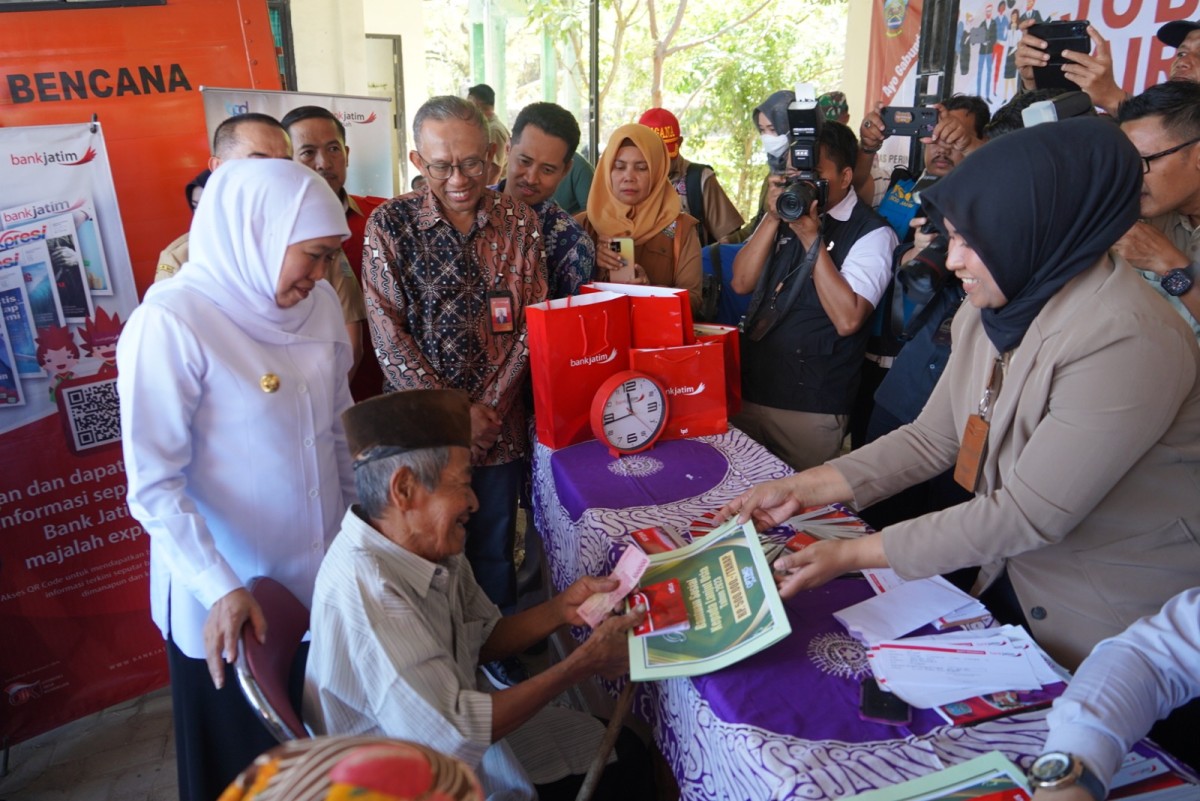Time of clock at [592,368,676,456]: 11:43
